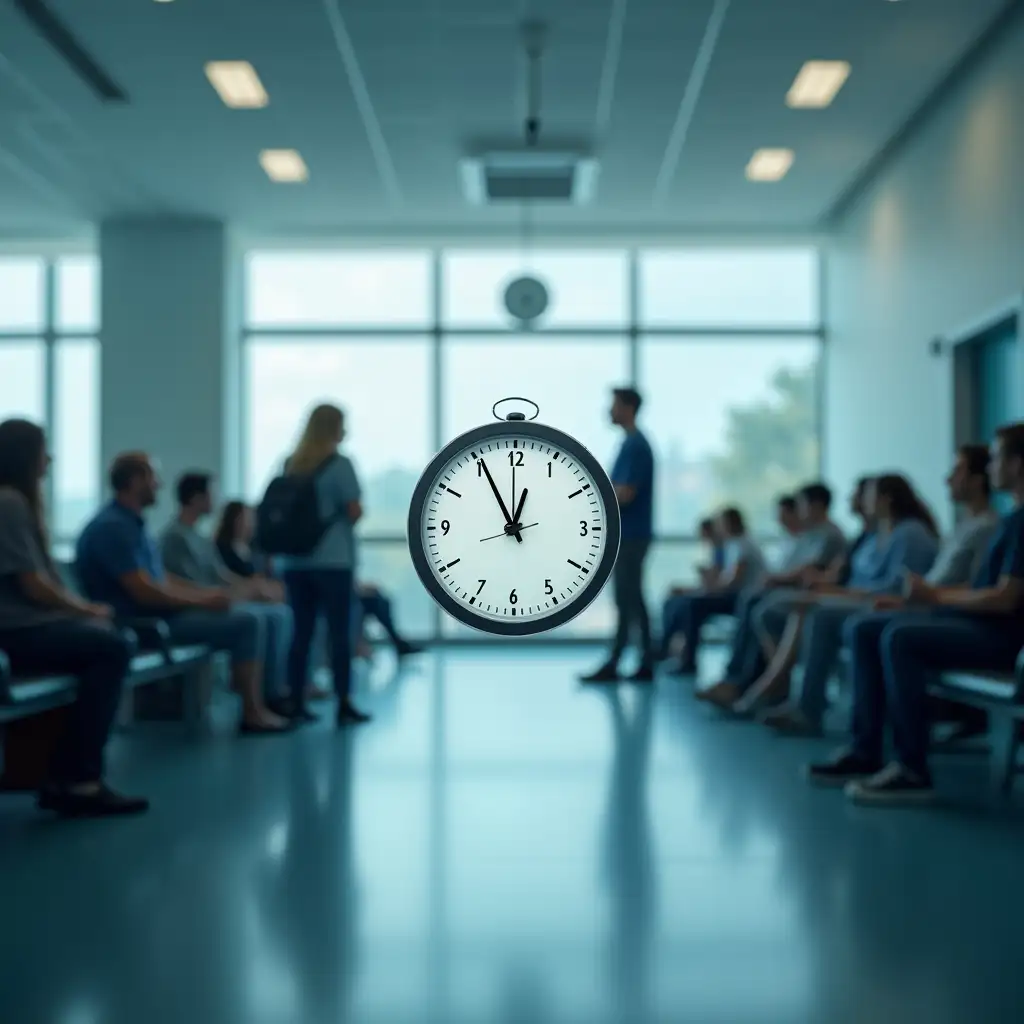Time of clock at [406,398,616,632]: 12:55
